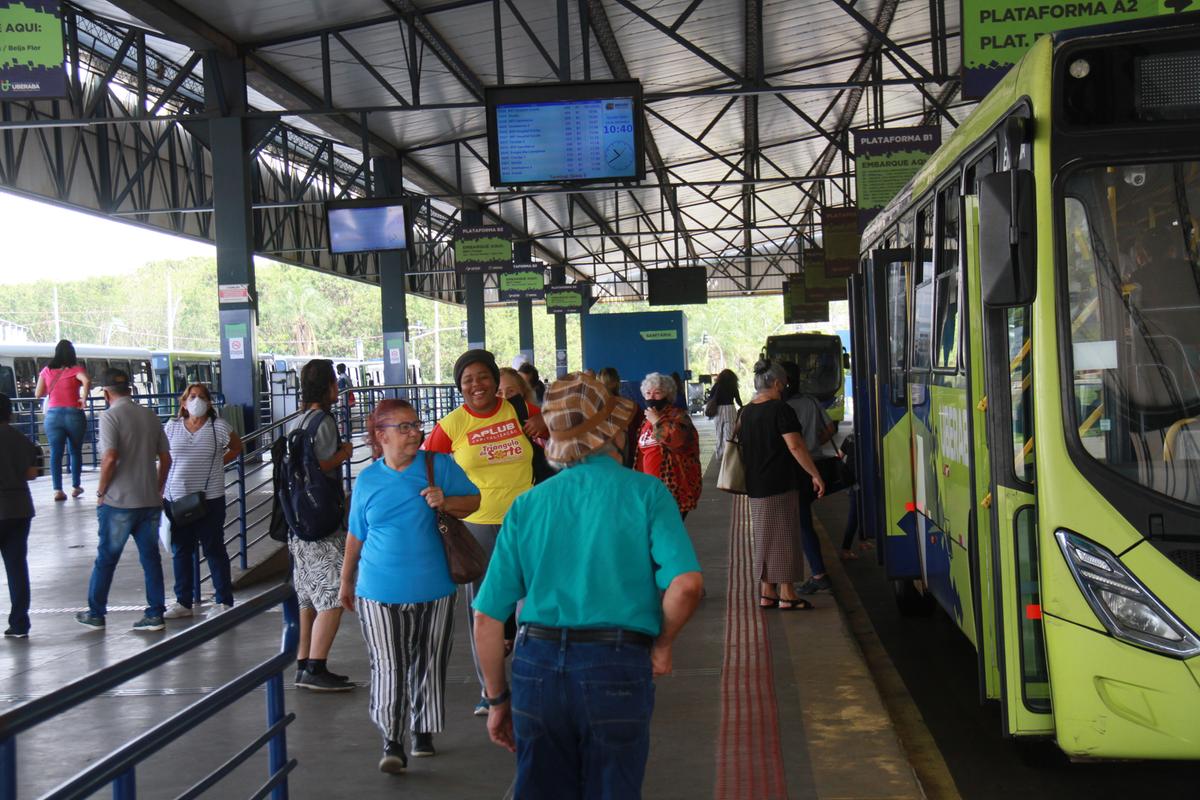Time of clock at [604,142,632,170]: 10:39
